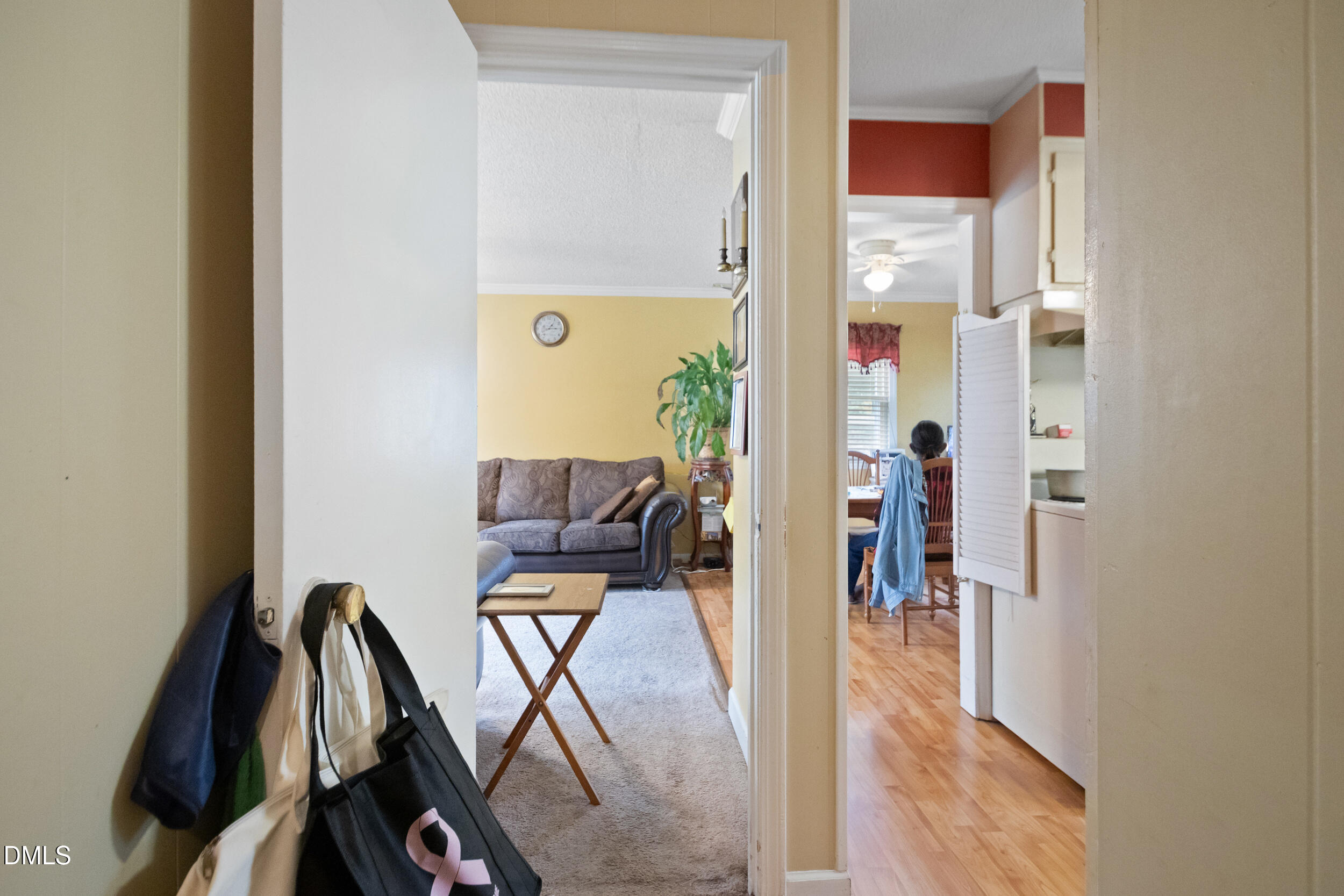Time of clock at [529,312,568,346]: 1:14
